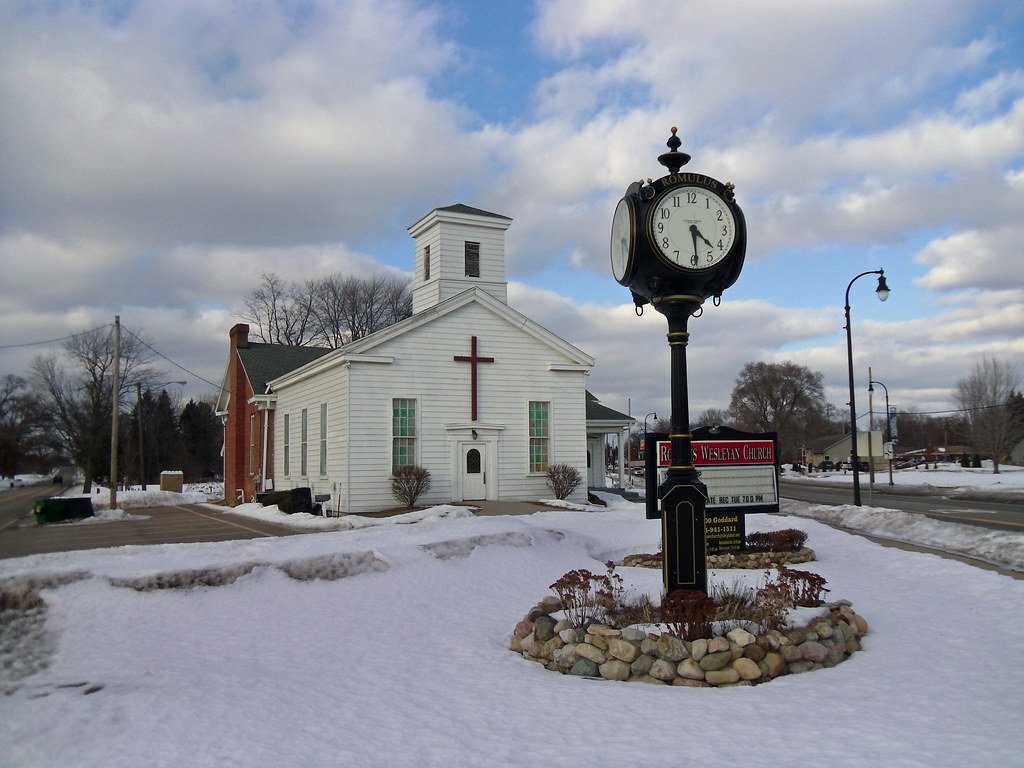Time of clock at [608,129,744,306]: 4:29
